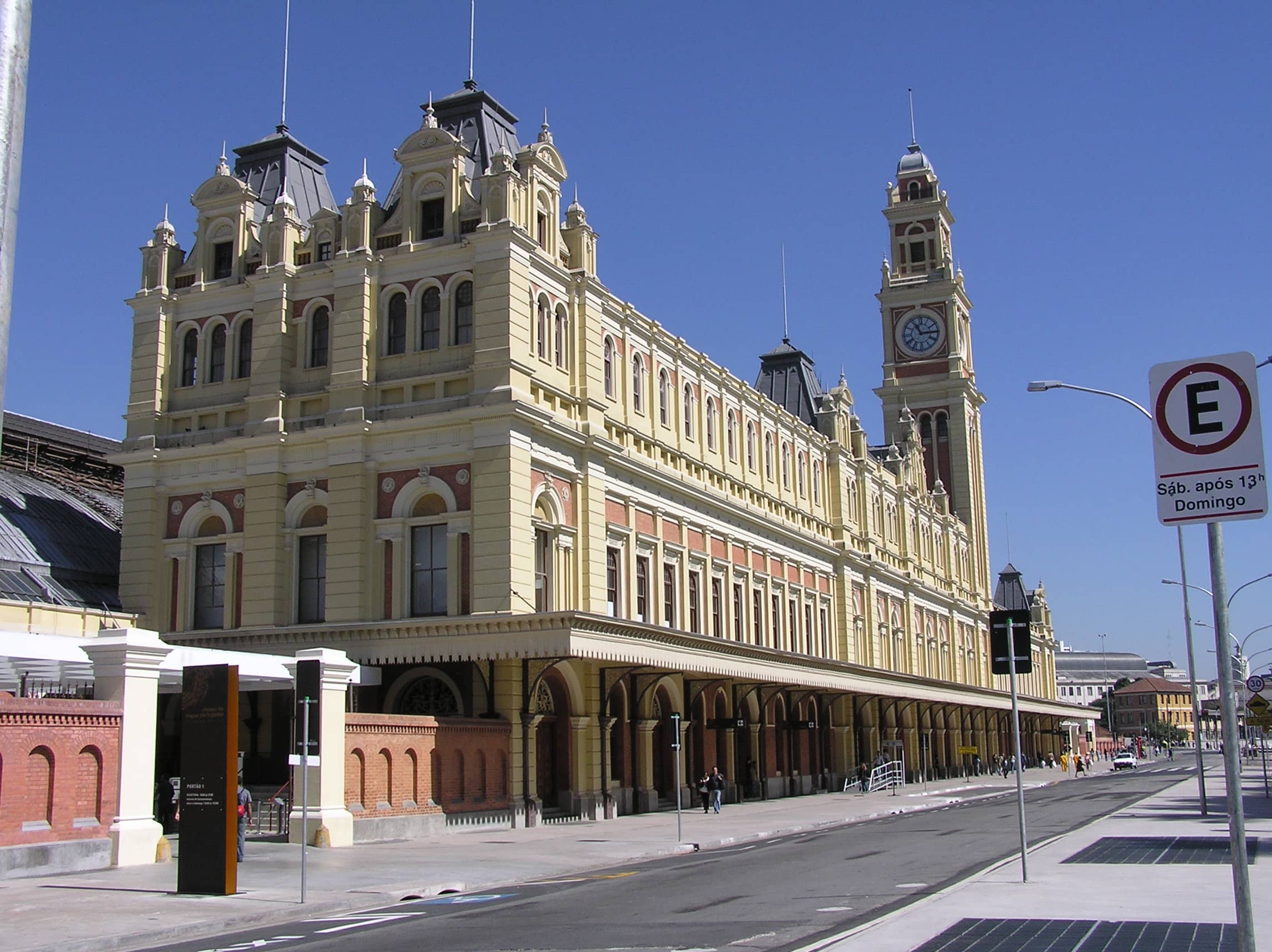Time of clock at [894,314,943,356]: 11:14
